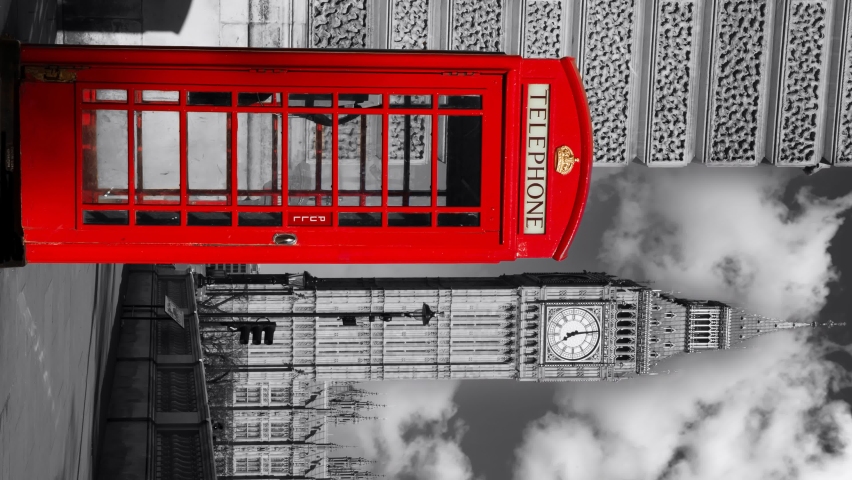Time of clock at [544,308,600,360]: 8:14
